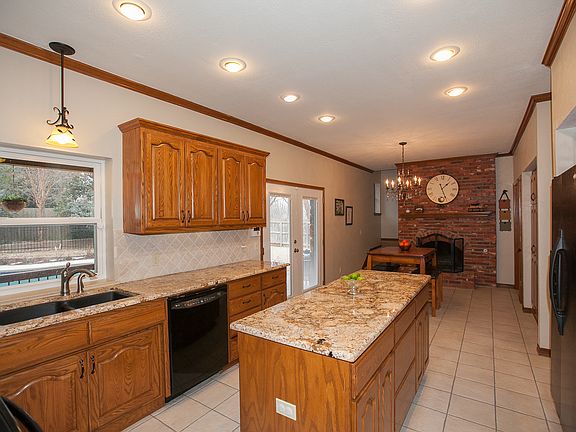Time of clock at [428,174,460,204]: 1:26
